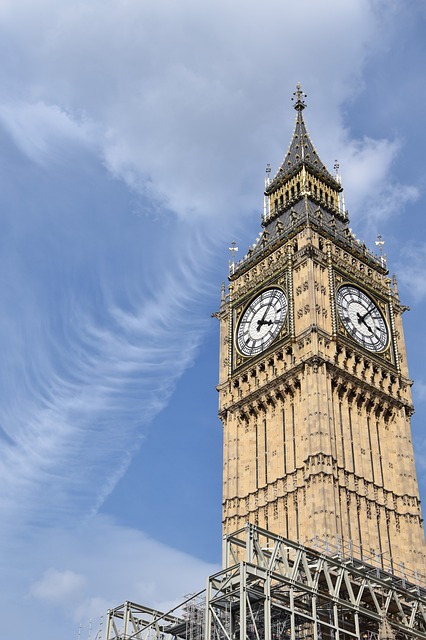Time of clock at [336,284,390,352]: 4:06
